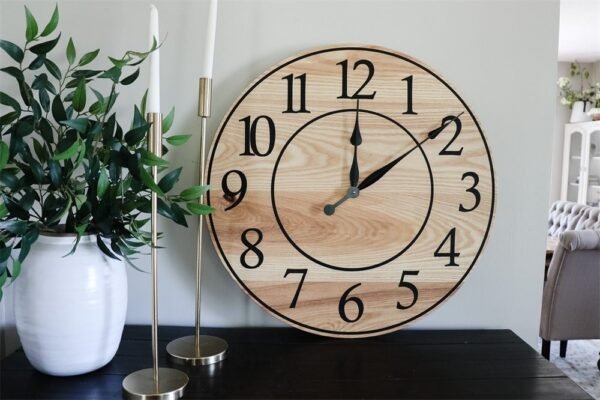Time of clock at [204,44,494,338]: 12:09
